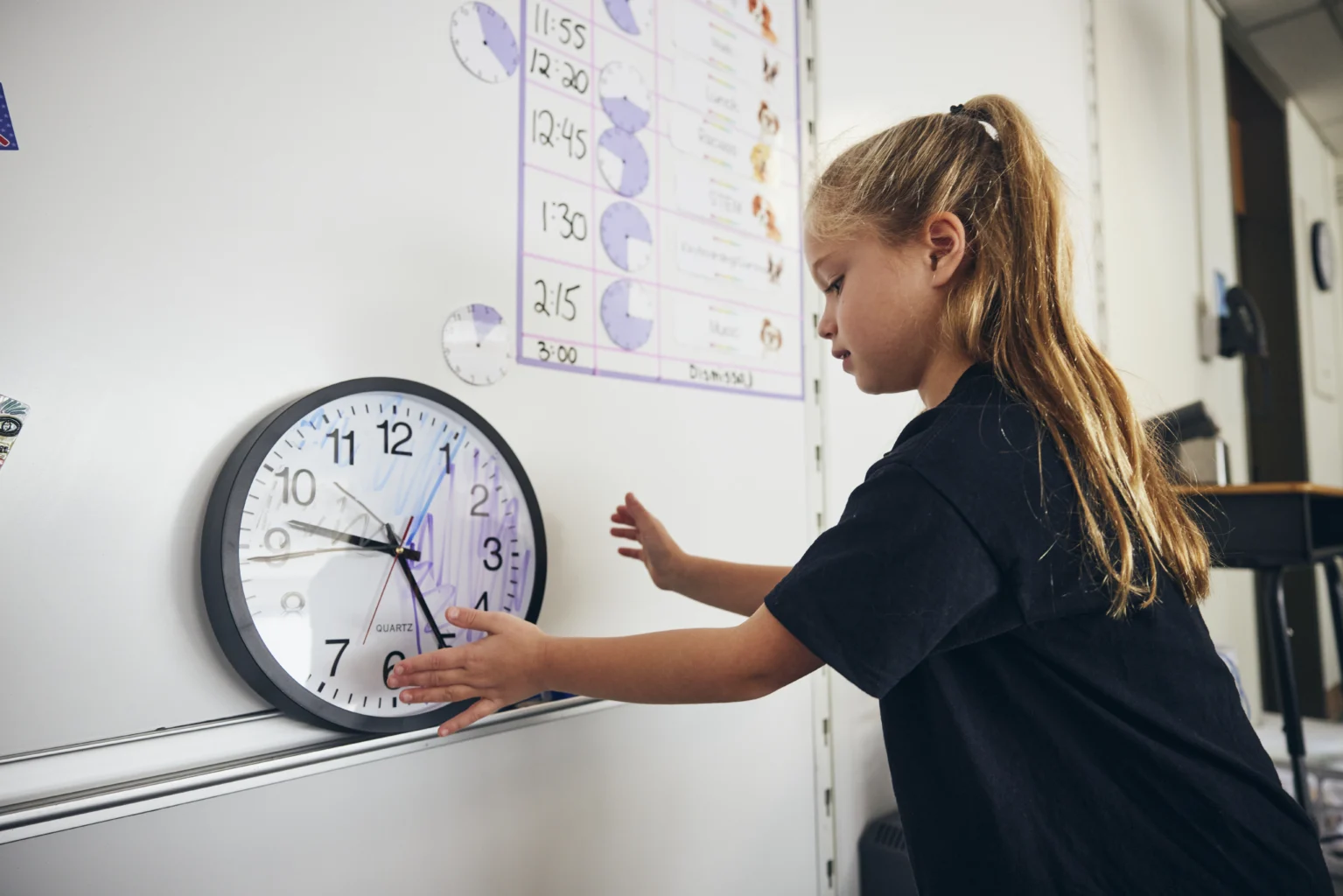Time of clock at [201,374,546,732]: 9:25
